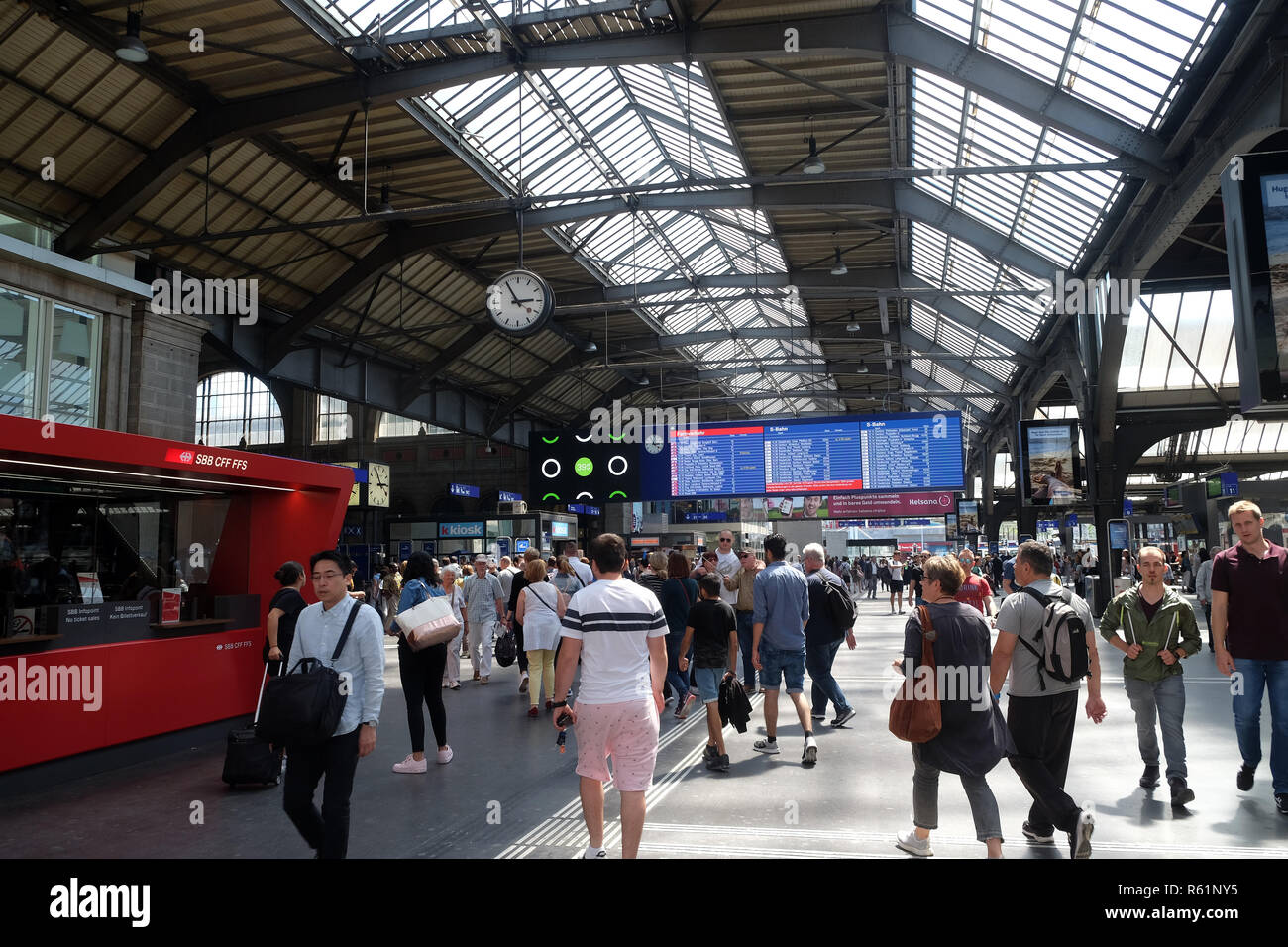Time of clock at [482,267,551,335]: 2:54
